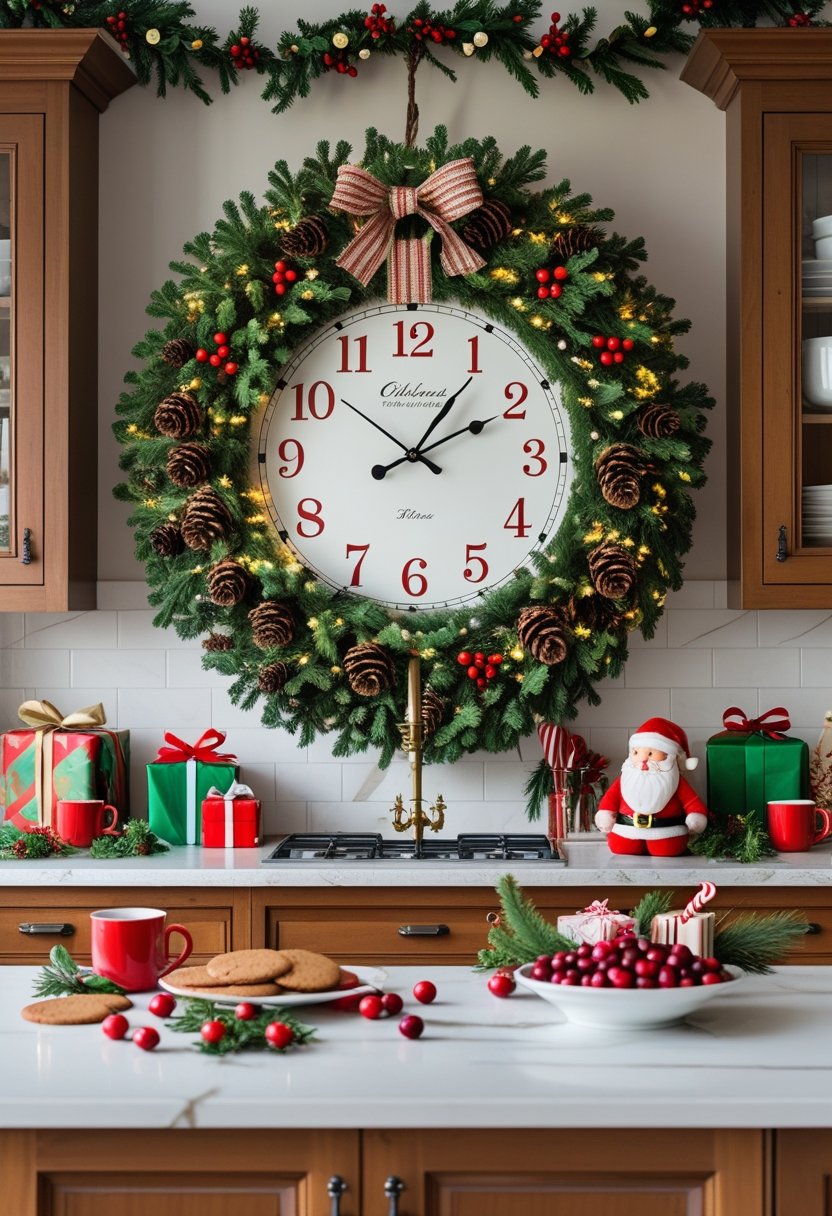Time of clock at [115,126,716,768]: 2:06
